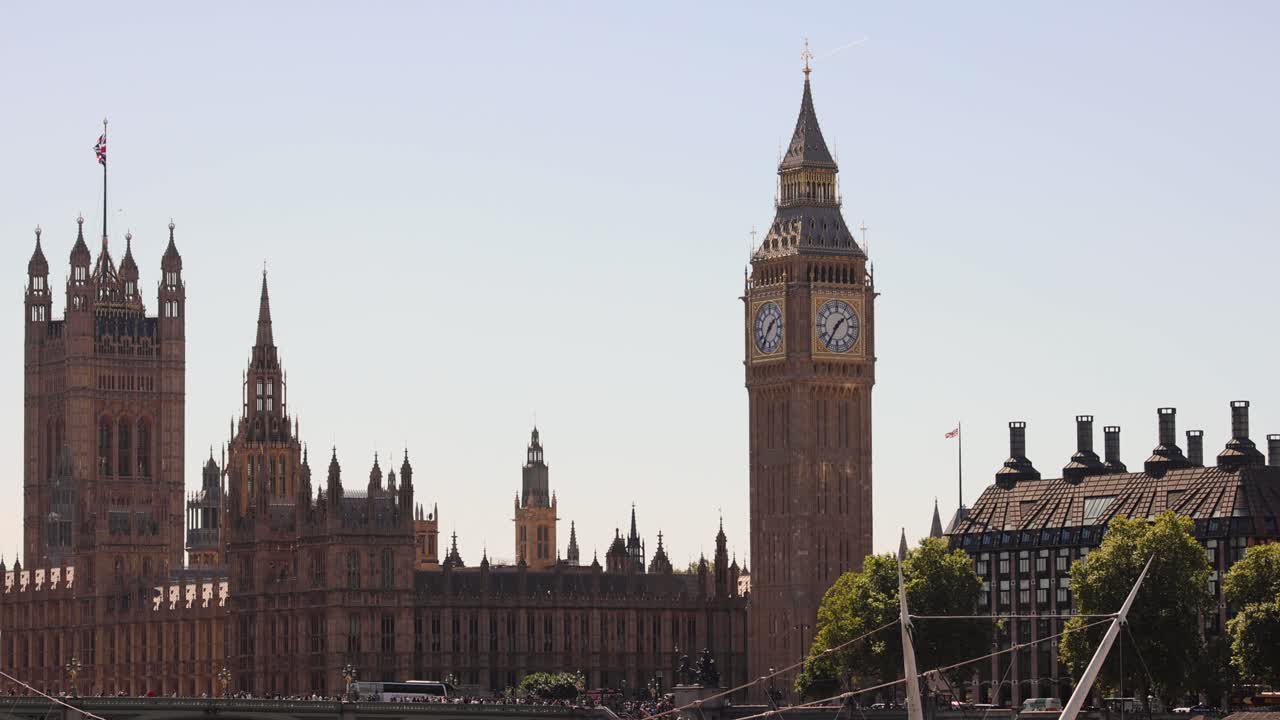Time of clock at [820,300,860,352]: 1:35
